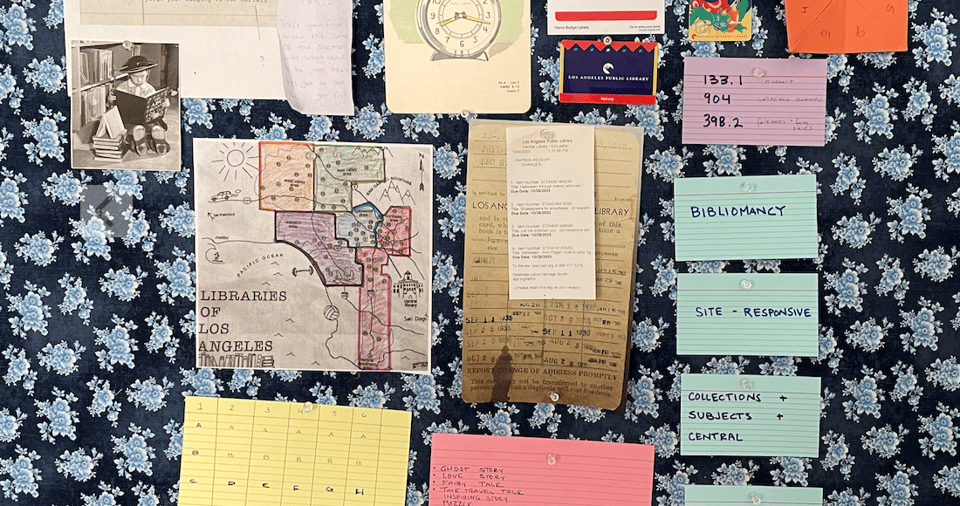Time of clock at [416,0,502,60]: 8:17
